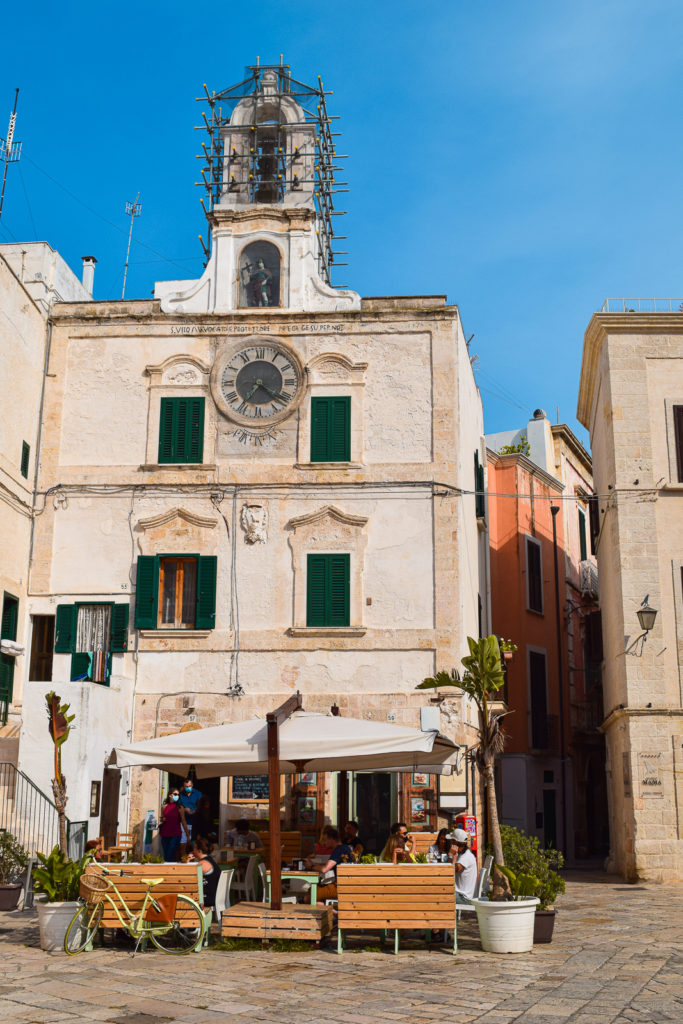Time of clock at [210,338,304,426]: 4:20
